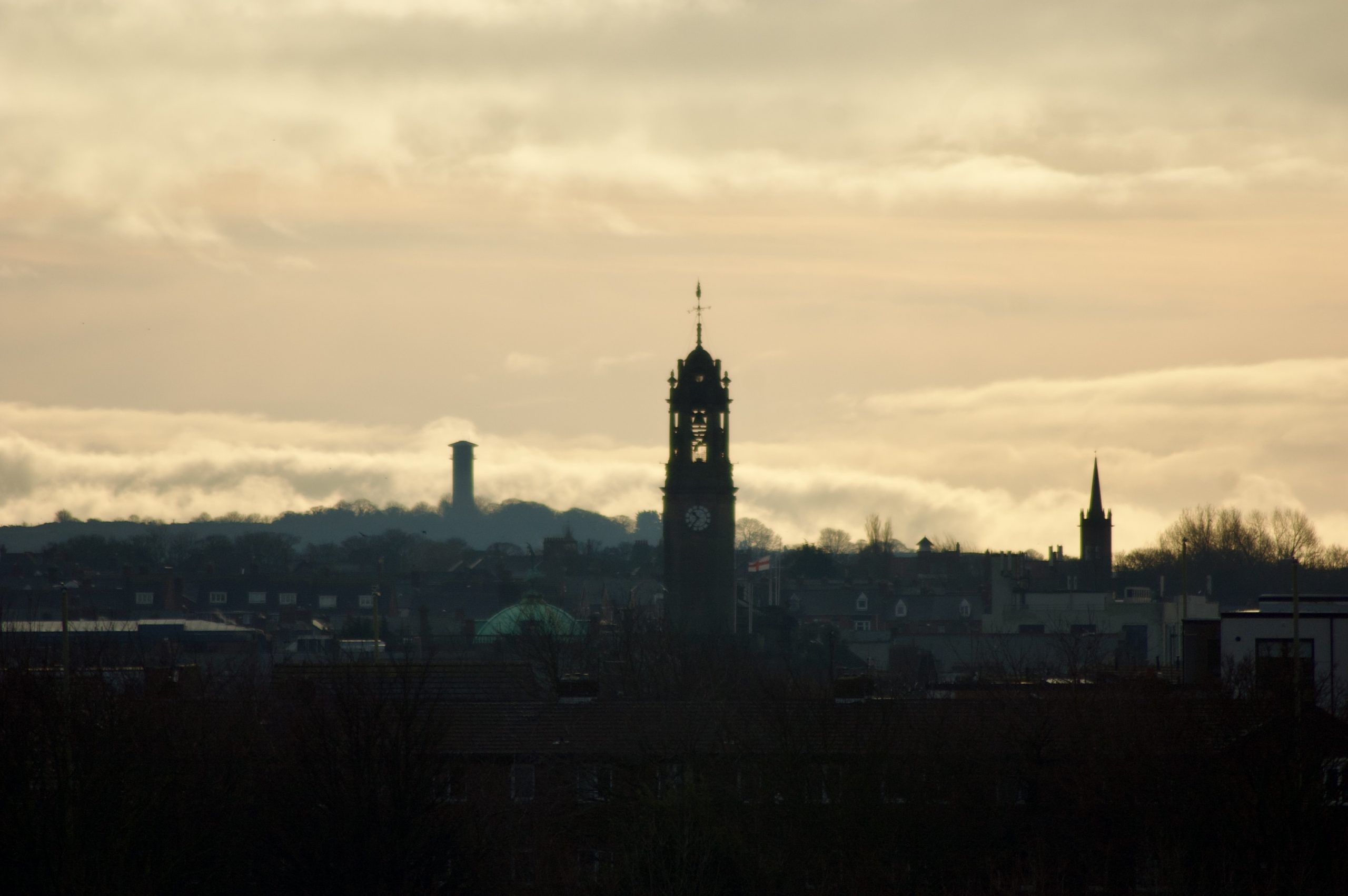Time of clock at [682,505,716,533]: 10:36
